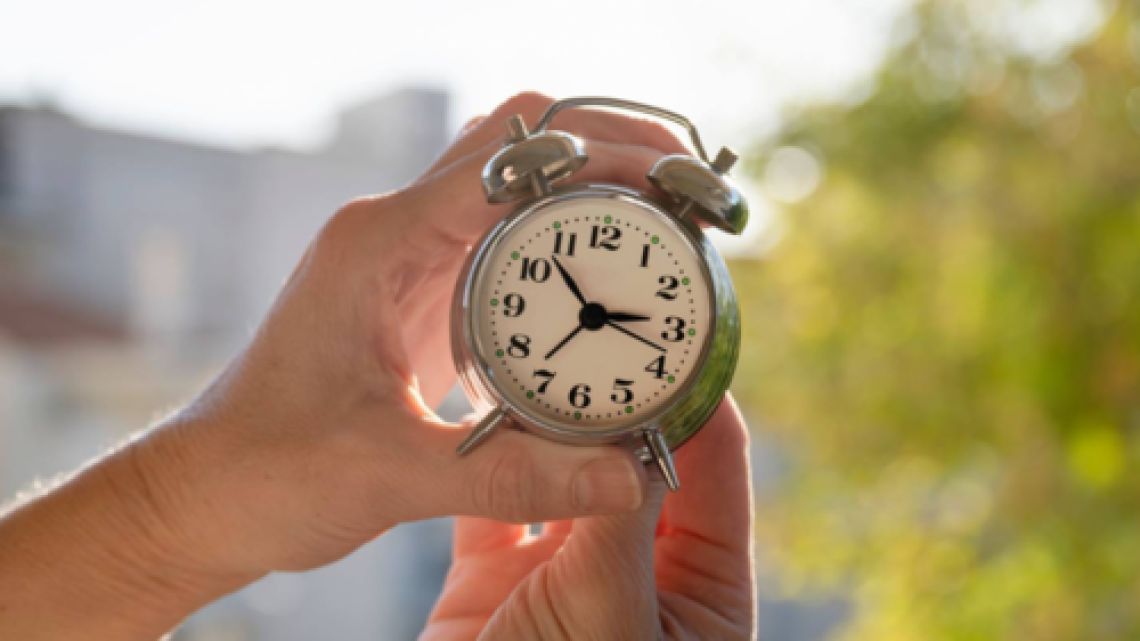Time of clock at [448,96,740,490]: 2:53
